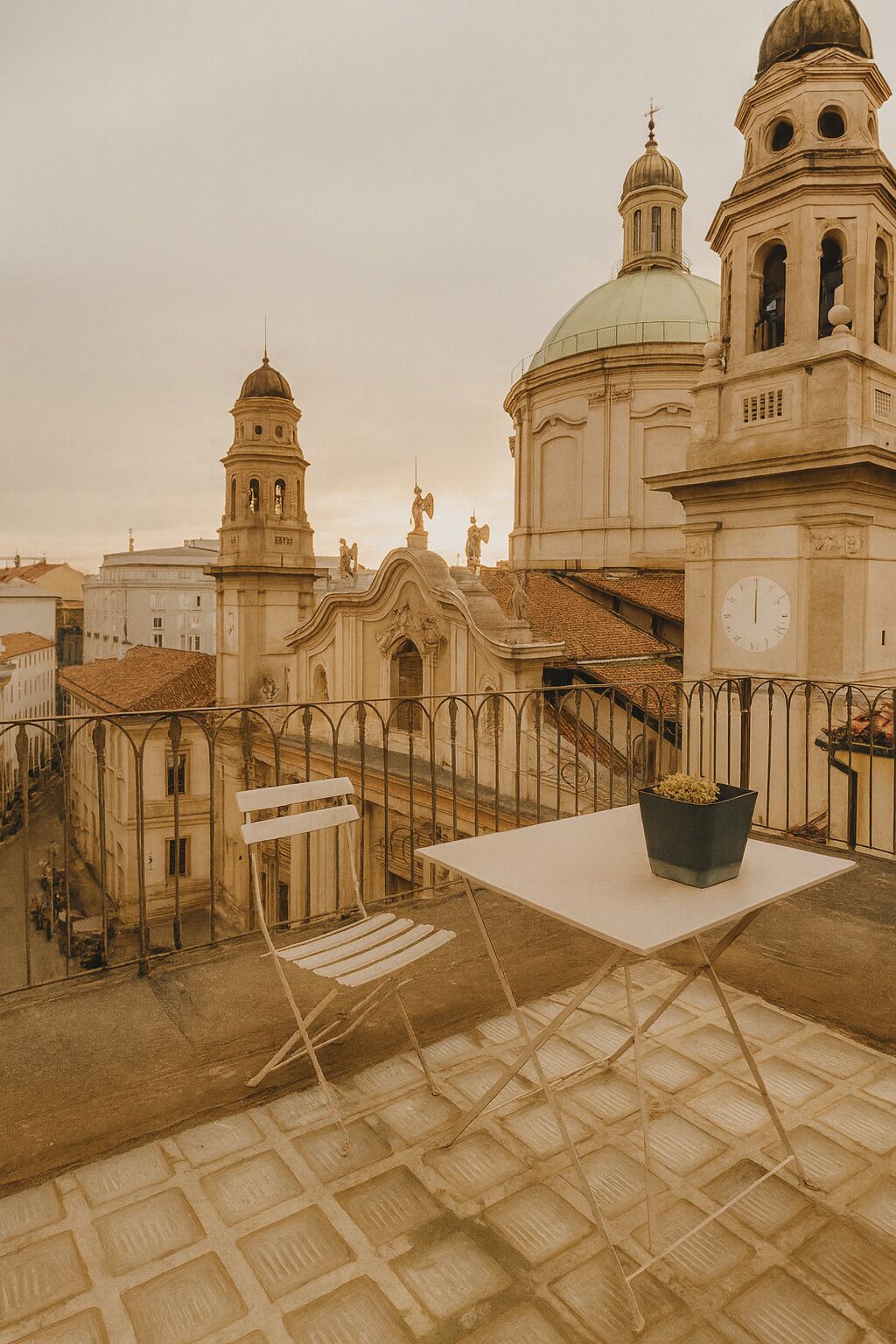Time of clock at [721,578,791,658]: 12:00
